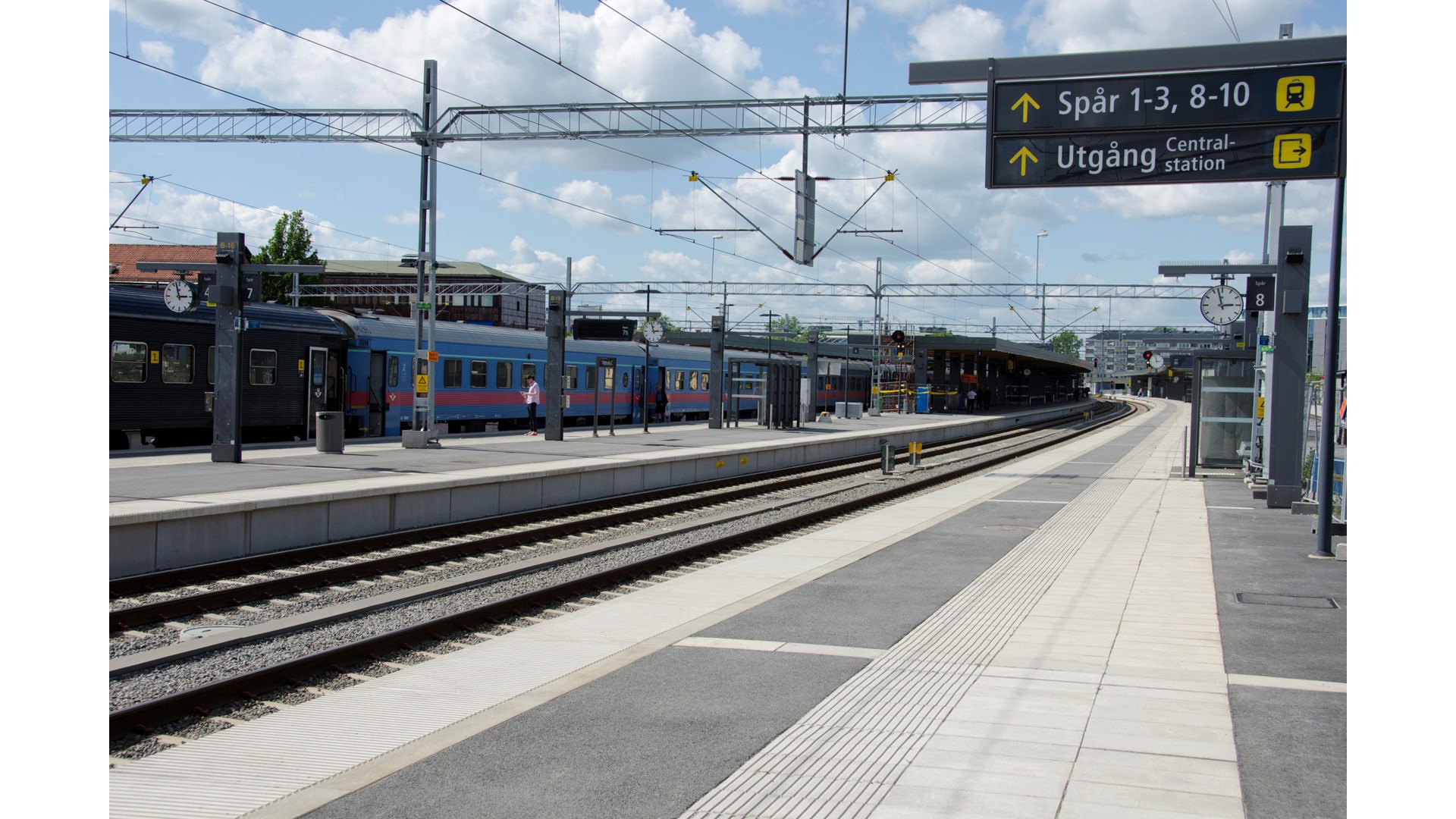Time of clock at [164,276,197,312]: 2:57
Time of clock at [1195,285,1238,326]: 2:57
